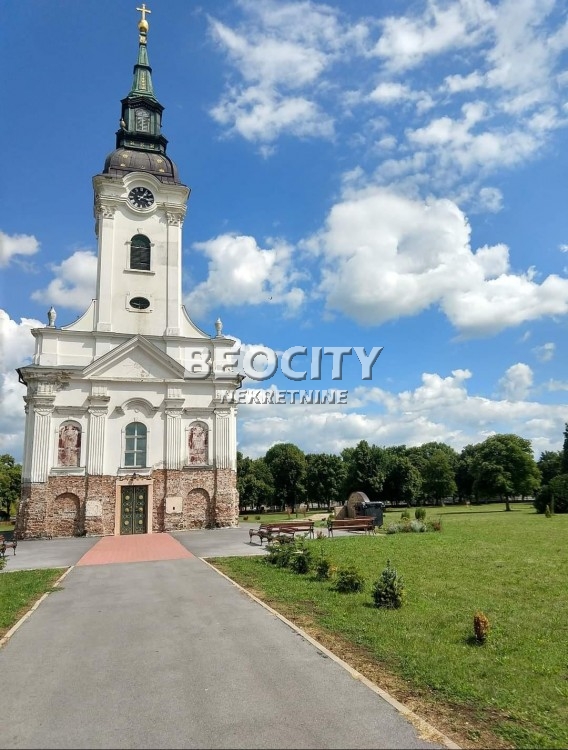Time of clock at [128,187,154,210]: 1:13
